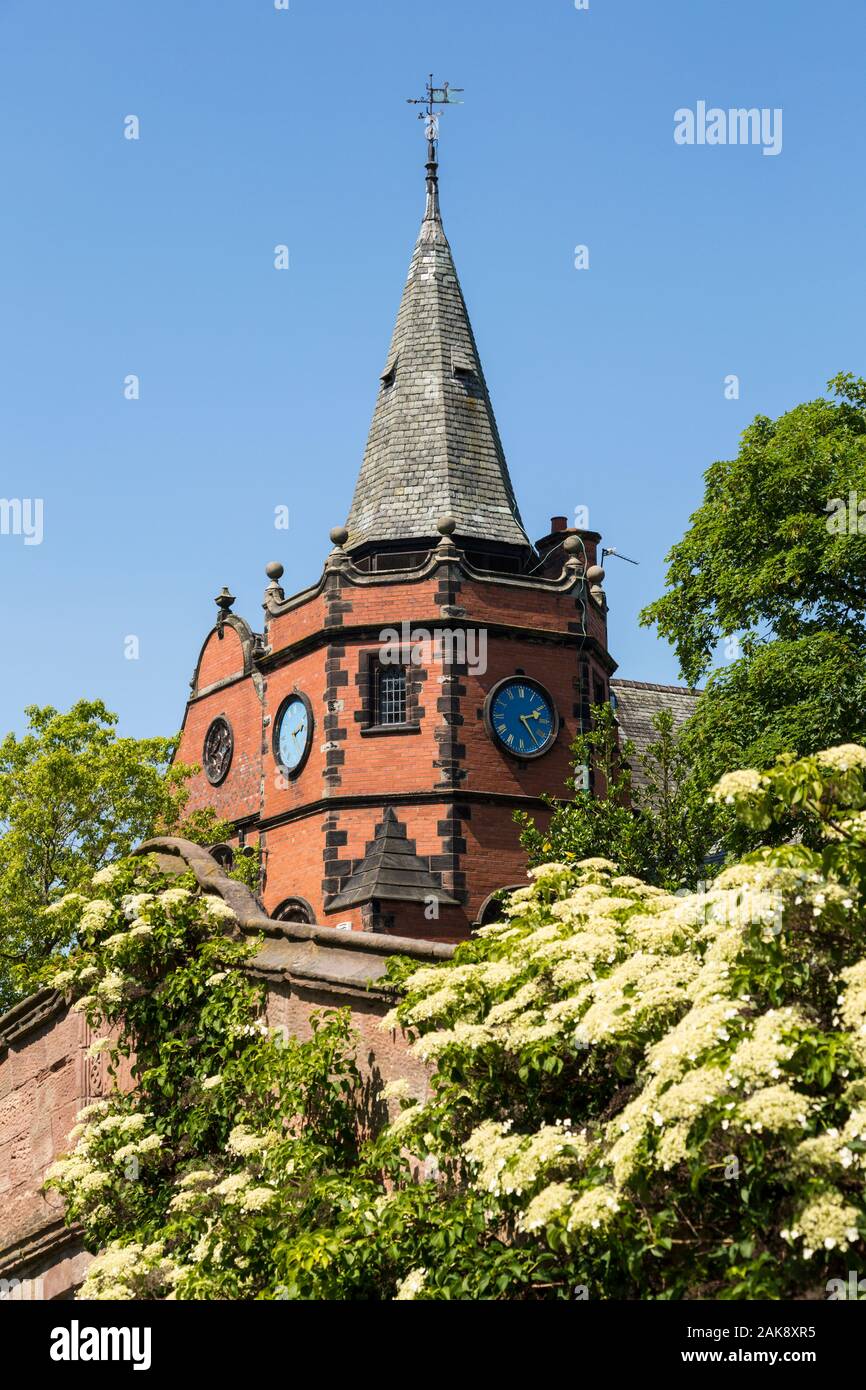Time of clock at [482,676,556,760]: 2:24
